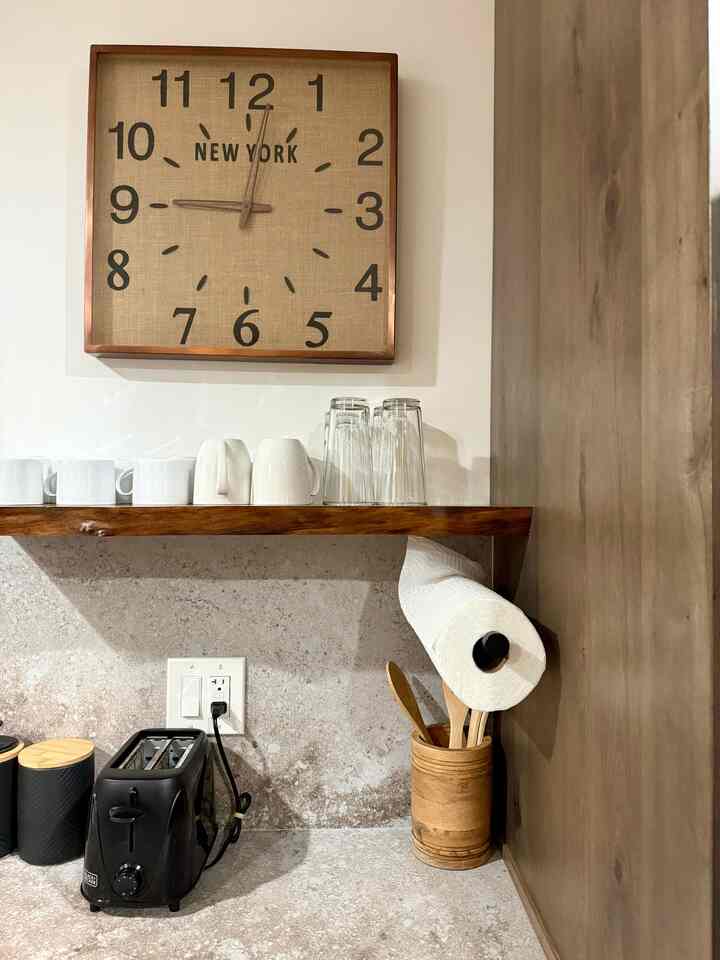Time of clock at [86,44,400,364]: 9:01
